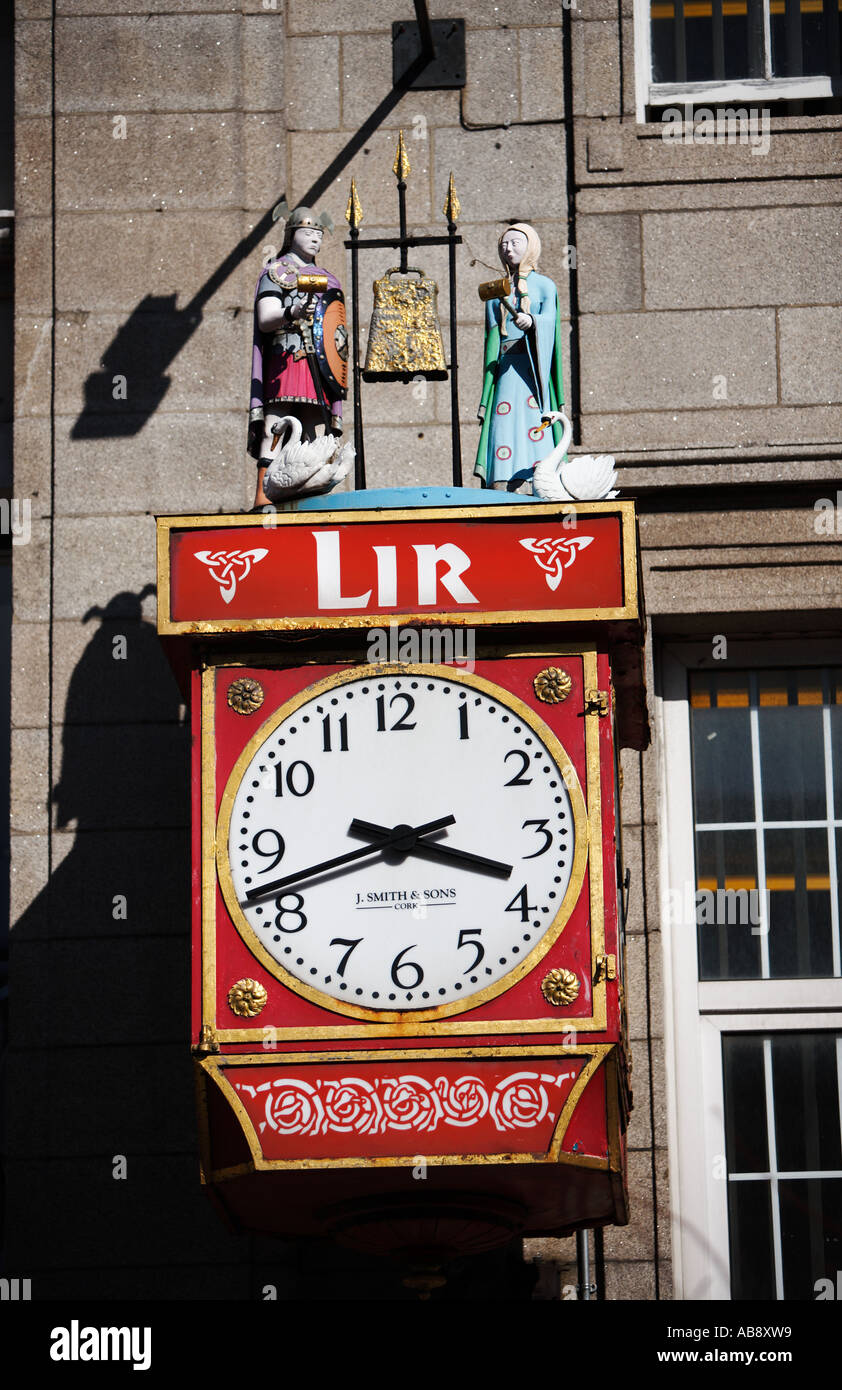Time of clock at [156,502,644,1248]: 3:42
